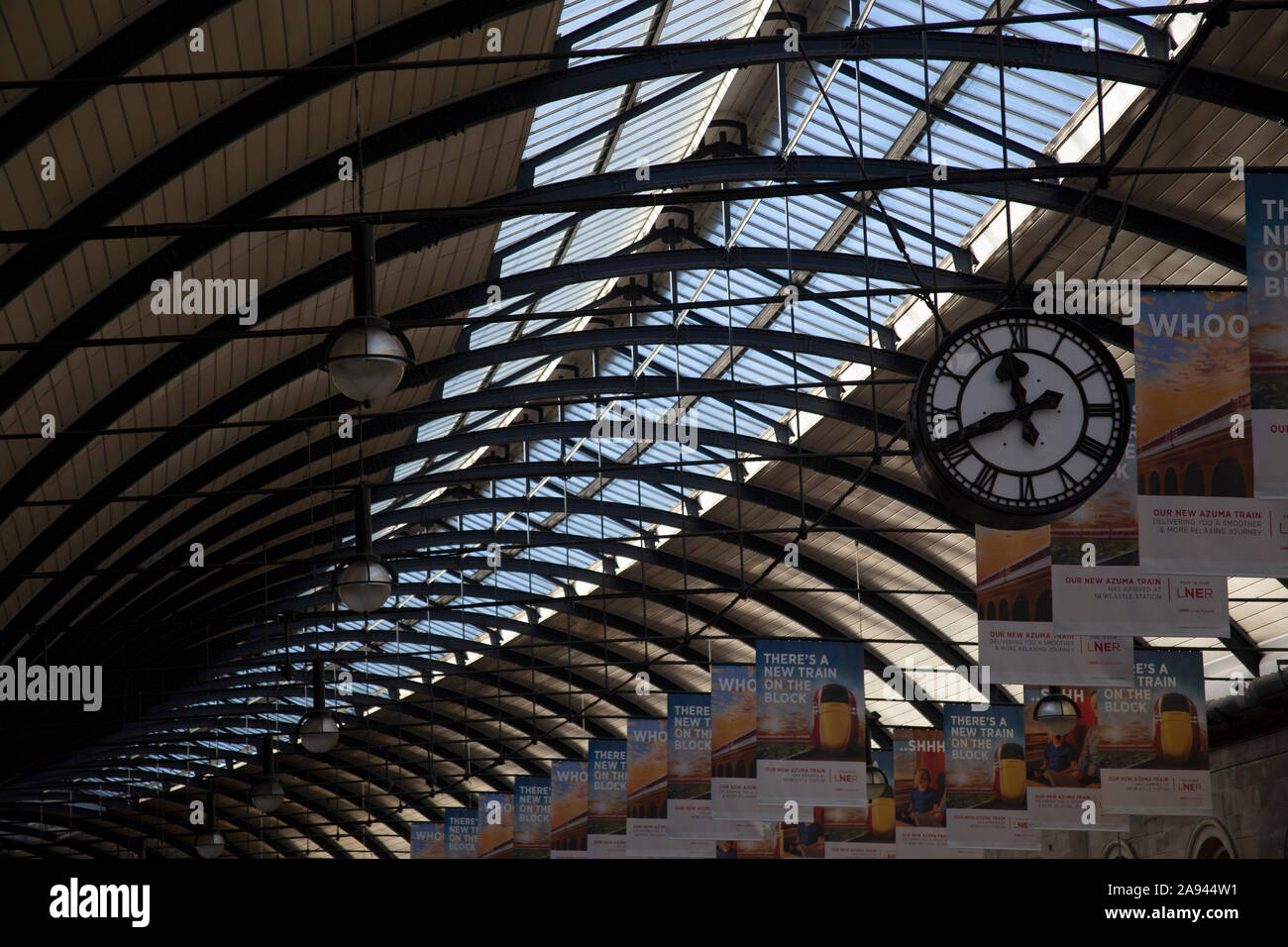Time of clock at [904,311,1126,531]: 11:41
